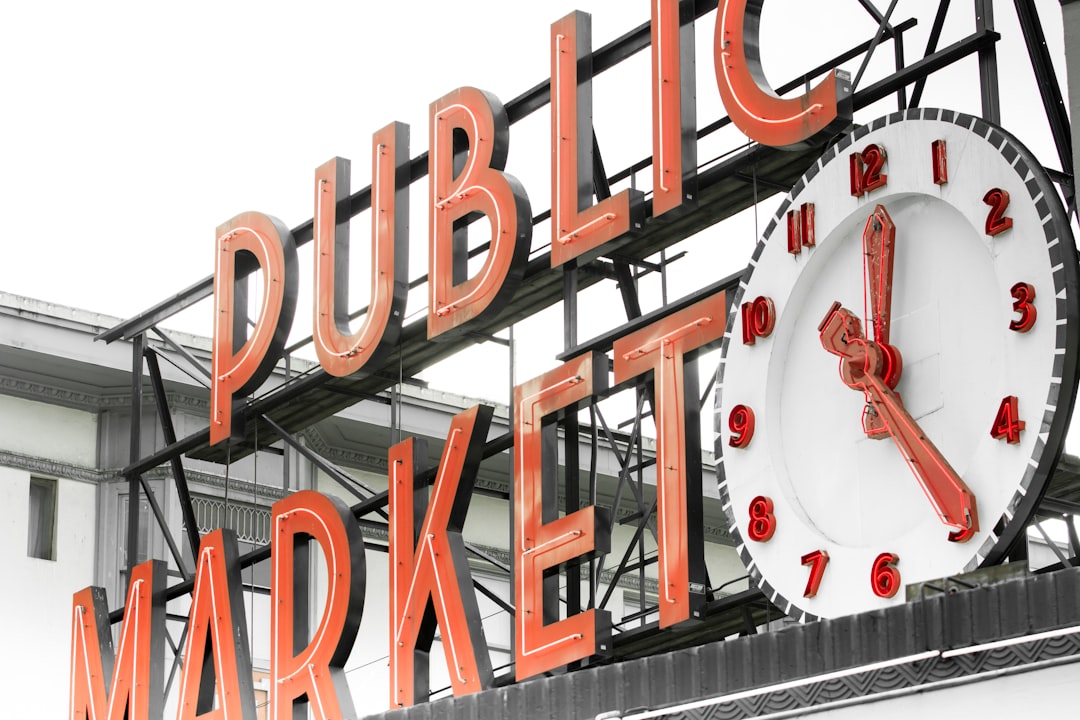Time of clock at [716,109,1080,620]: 12:24
